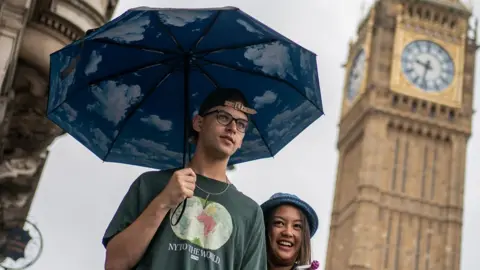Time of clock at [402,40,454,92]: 9:32
